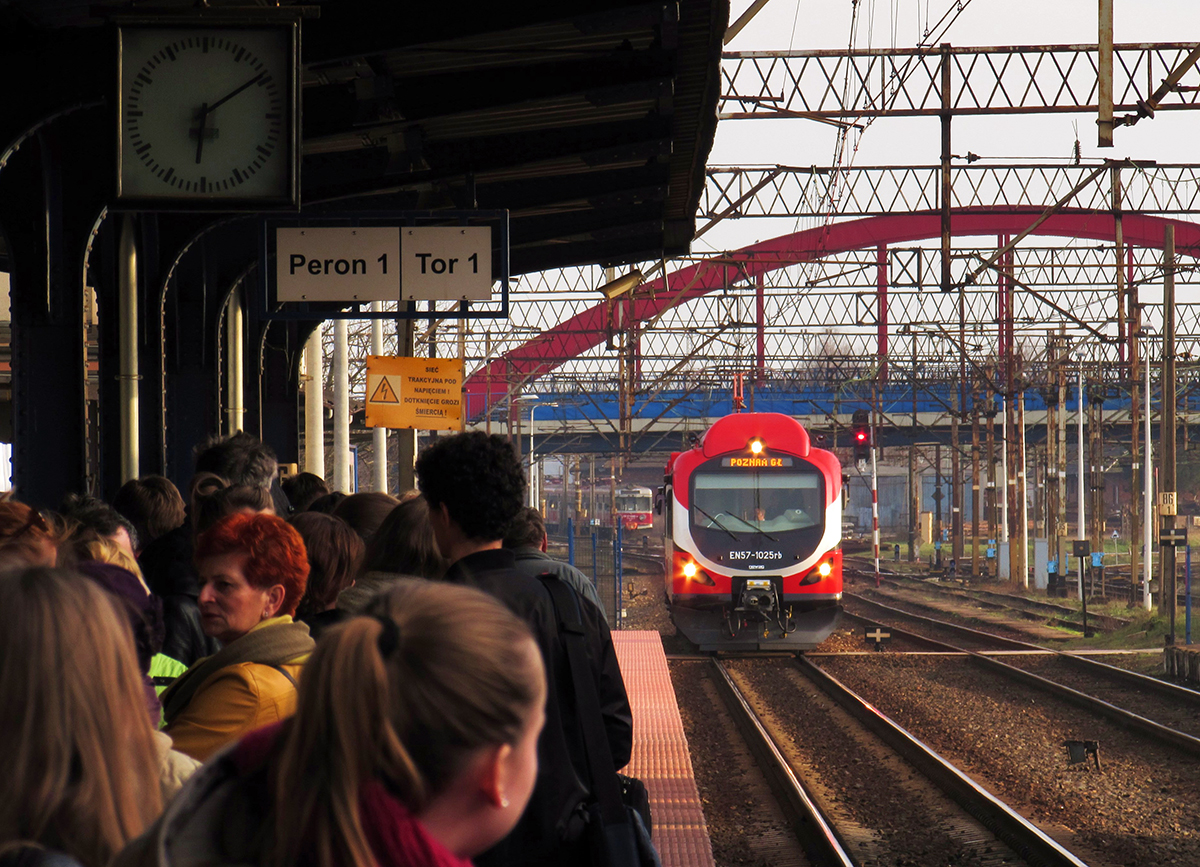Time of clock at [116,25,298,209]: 6:09
